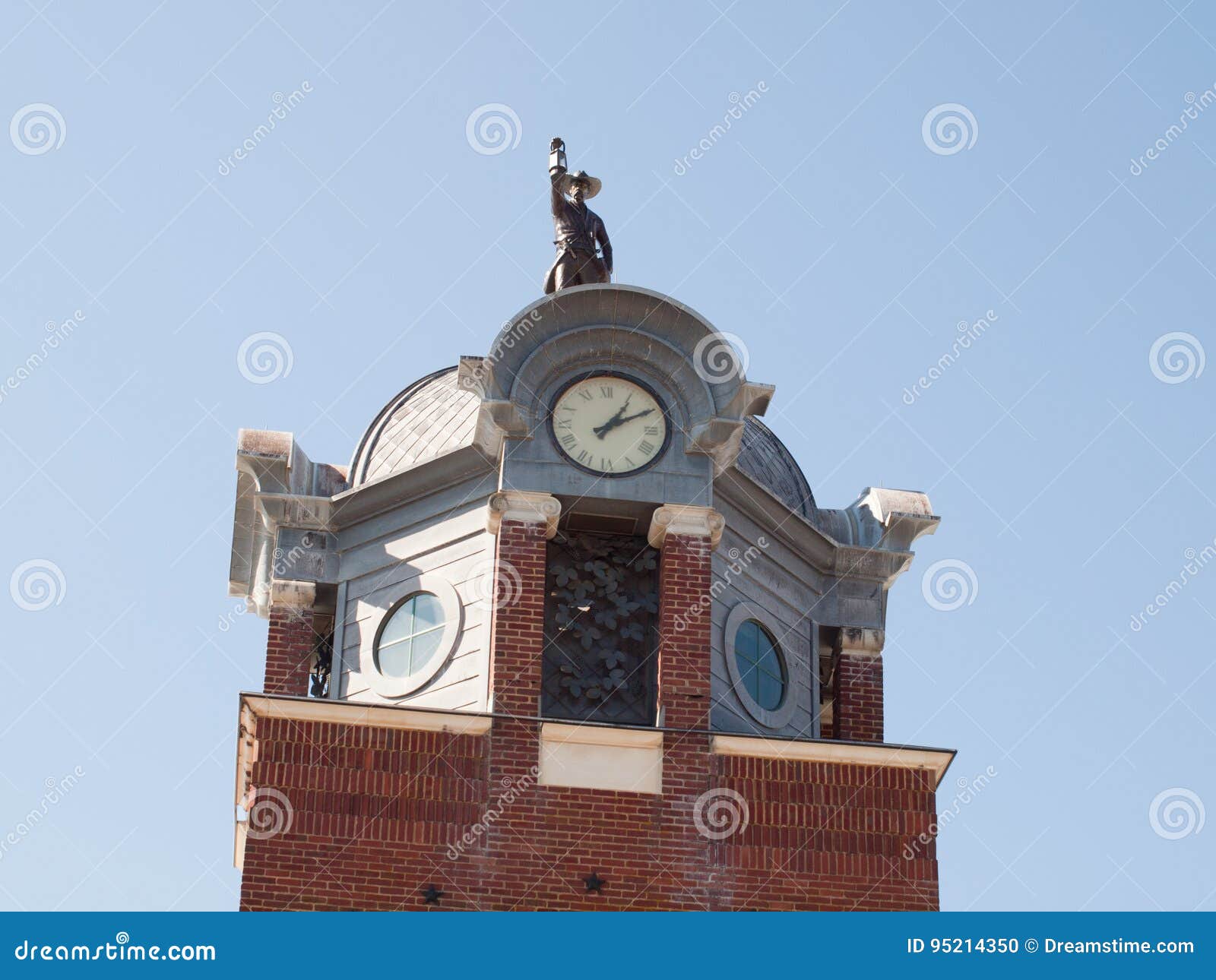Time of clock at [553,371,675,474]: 1:10
